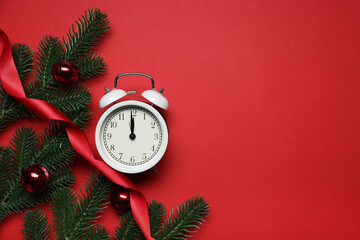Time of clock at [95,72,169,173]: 11:59
